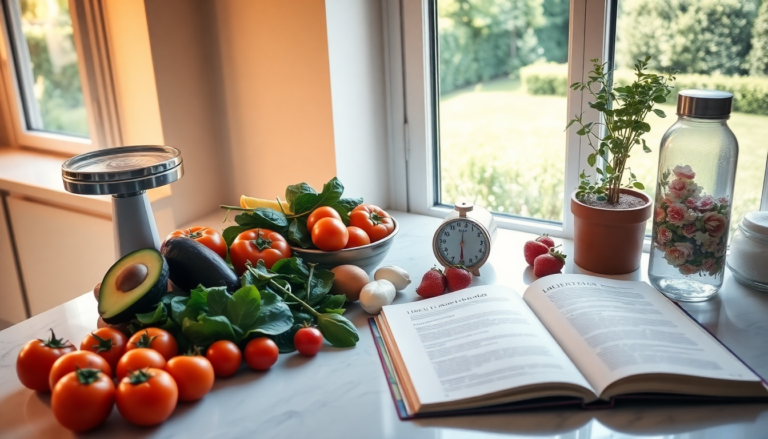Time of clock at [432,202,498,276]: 6:00
